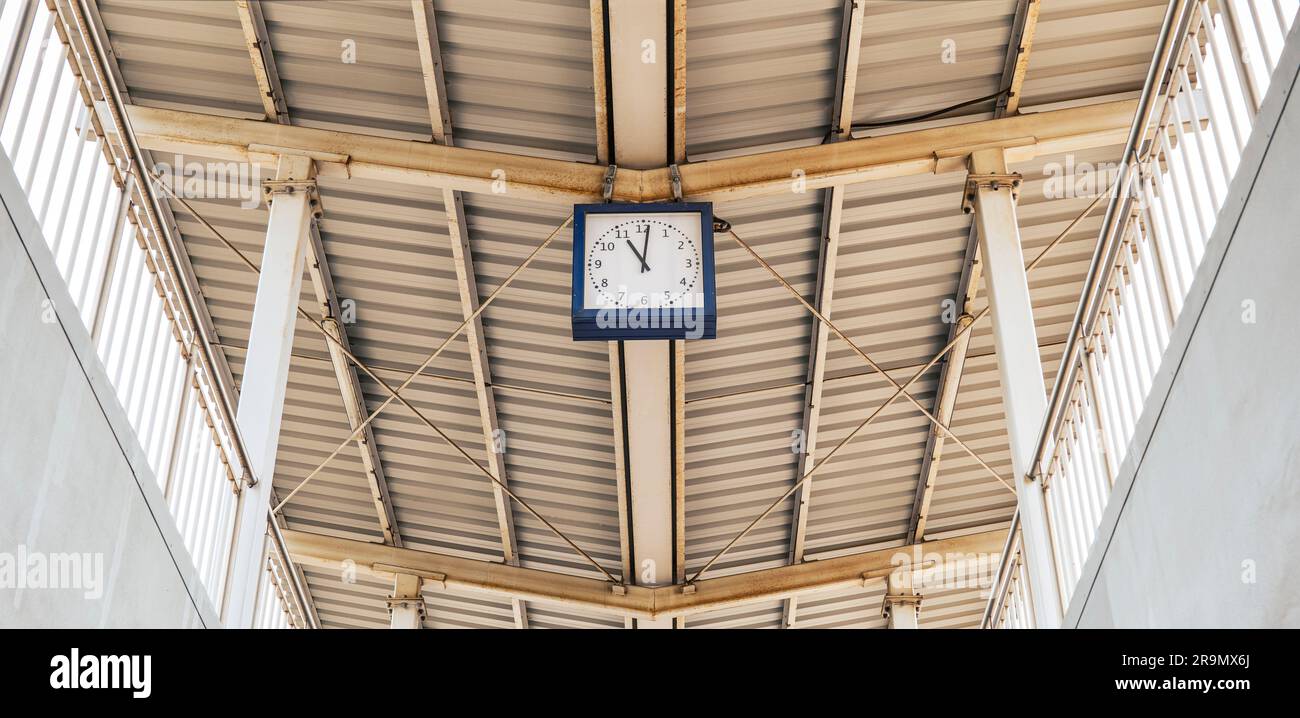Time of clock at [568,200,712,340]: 11:01
